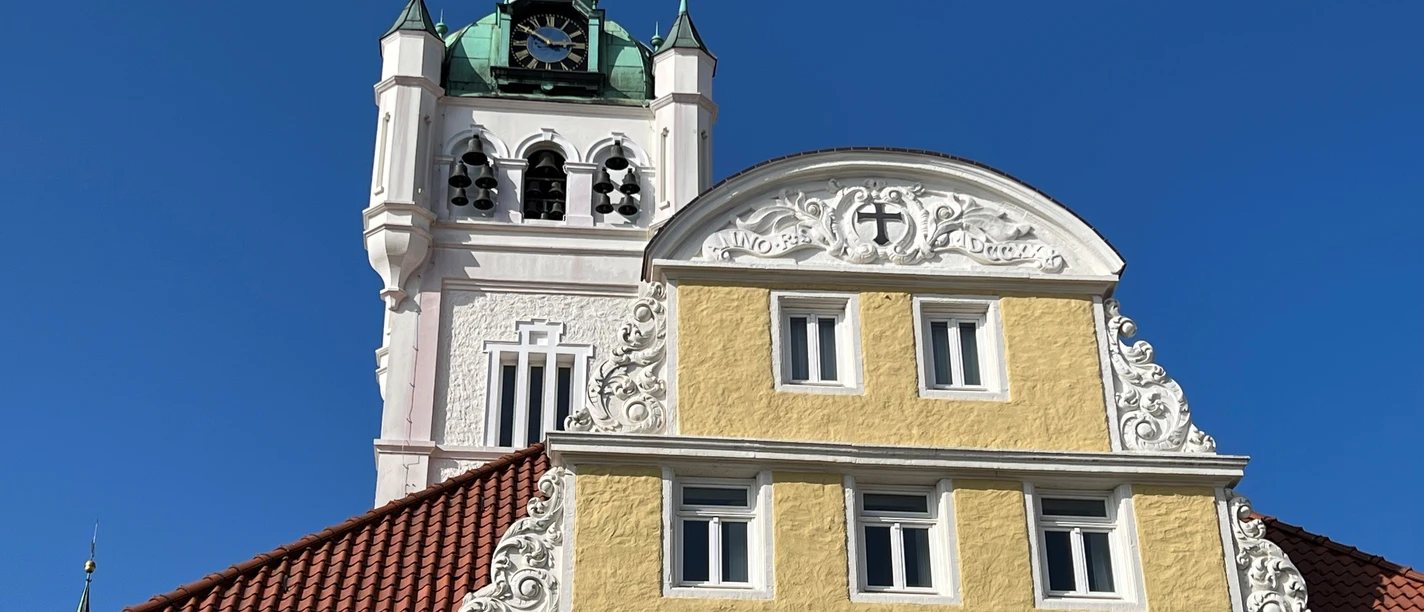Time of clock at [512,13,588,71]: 2:50
